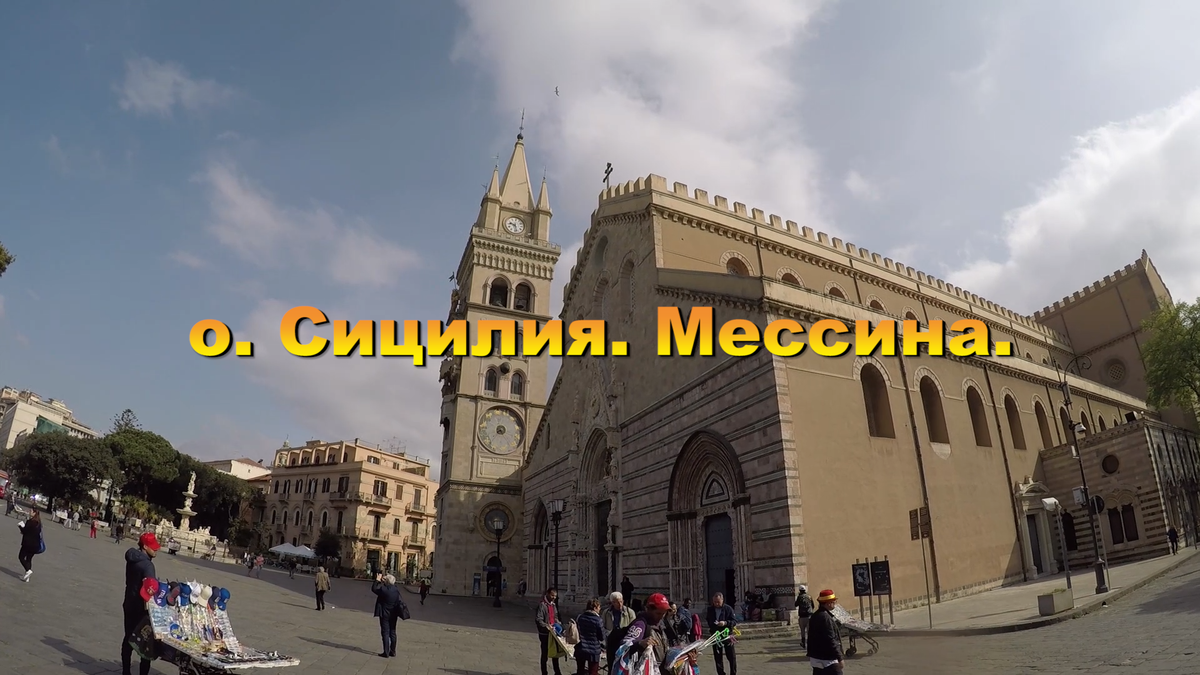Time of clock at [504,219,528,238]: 9:28
